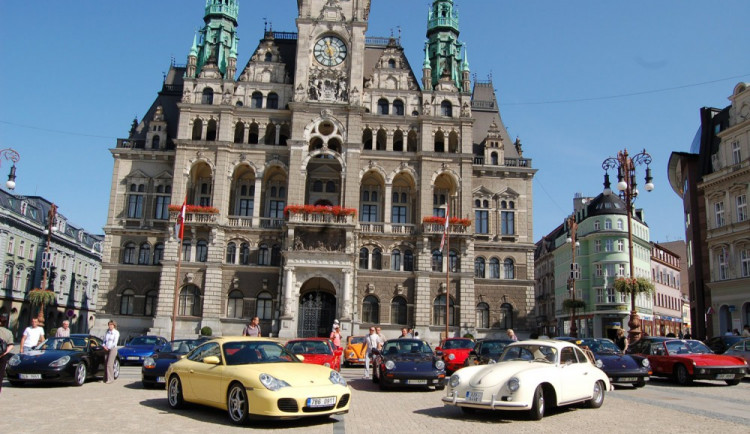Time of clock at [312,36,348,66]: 5:55
